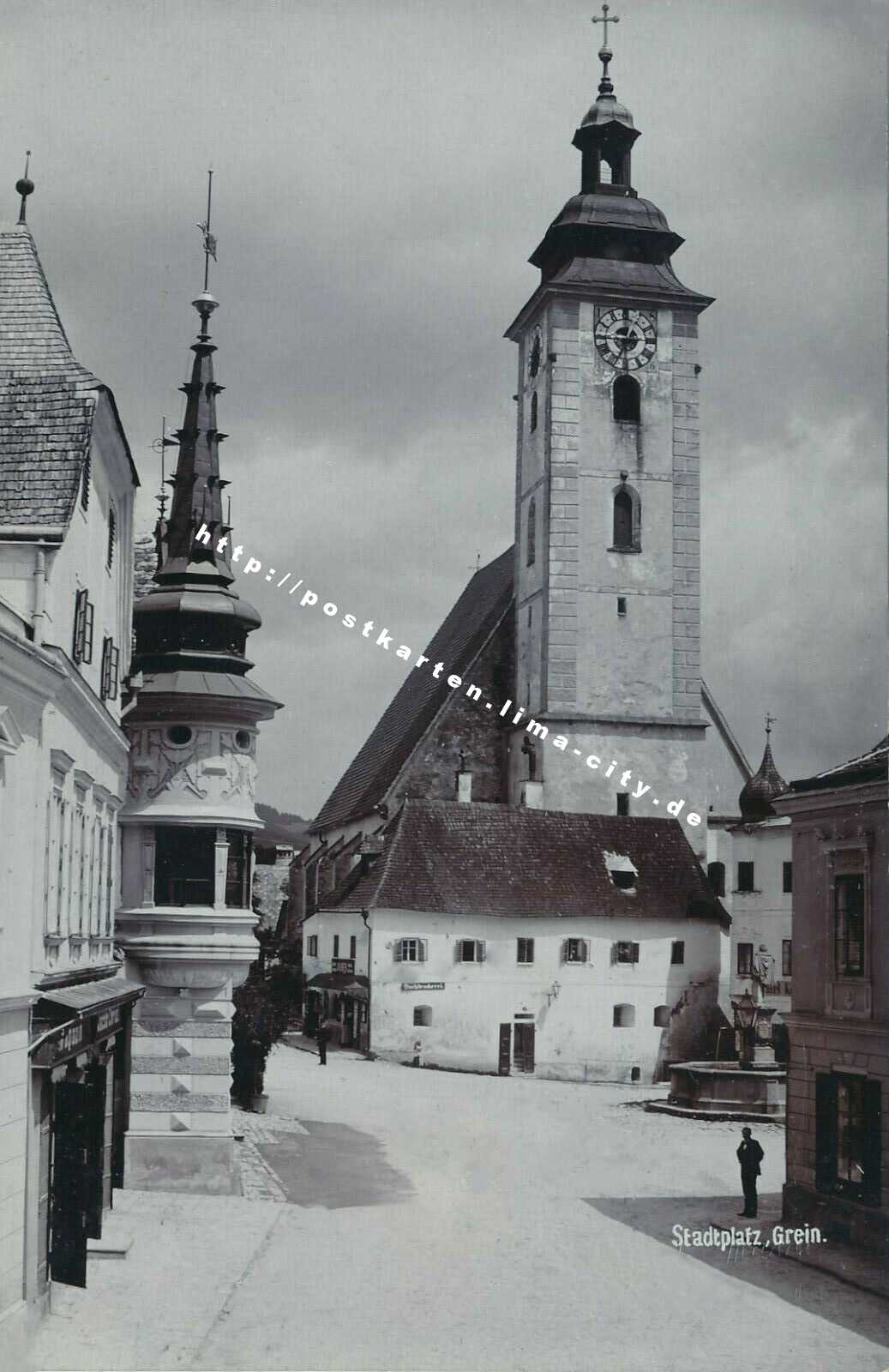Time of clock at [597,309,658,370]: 6:45
